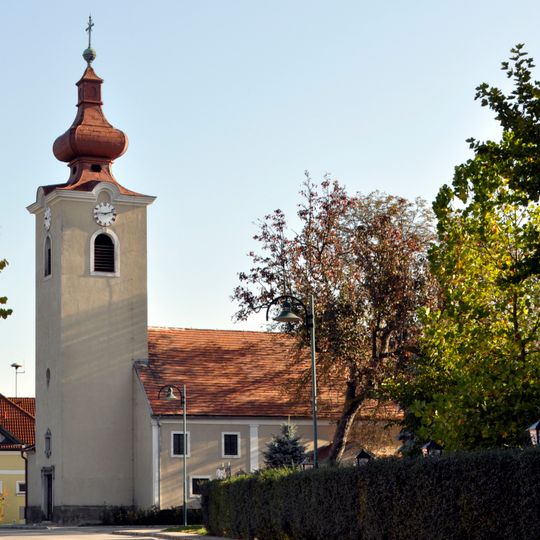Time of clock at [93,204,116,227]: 9:12
